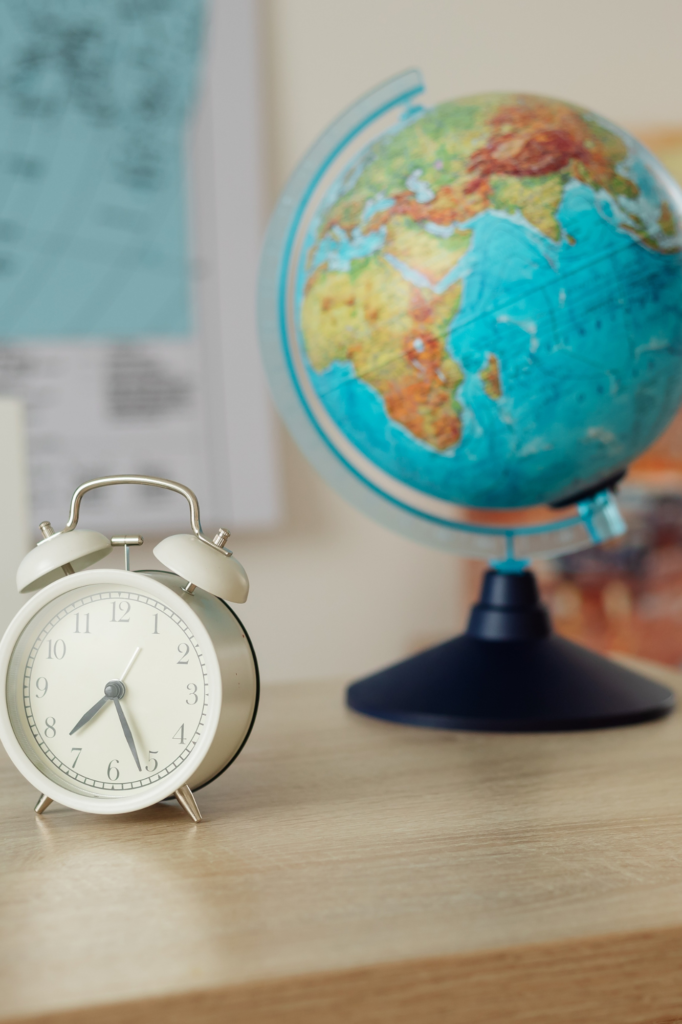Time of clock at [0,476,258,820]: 7:26
